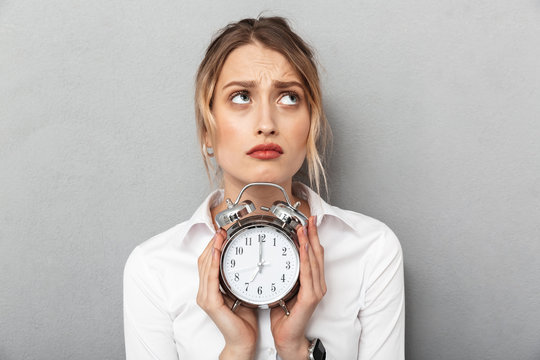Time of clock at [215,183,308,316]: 7:00
